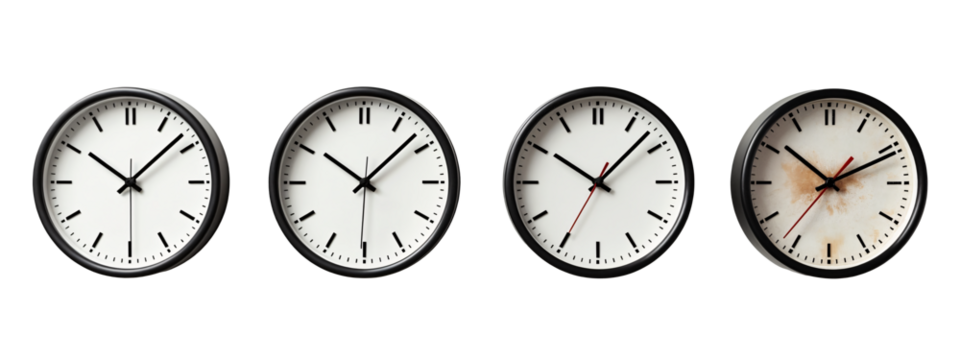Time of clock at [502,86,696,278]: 10:07
